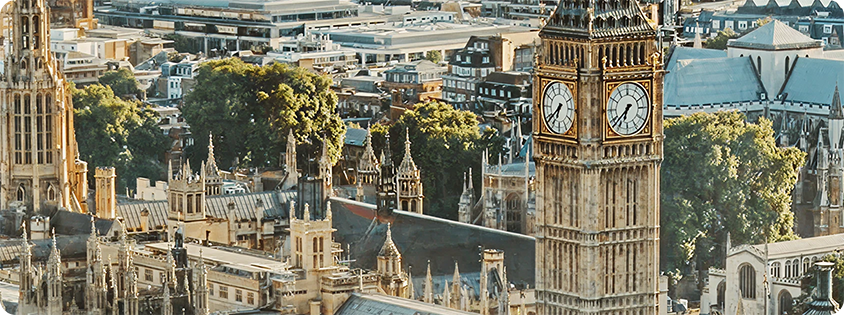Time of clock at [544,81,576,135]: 6:38
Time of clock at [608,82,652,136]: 6:37
